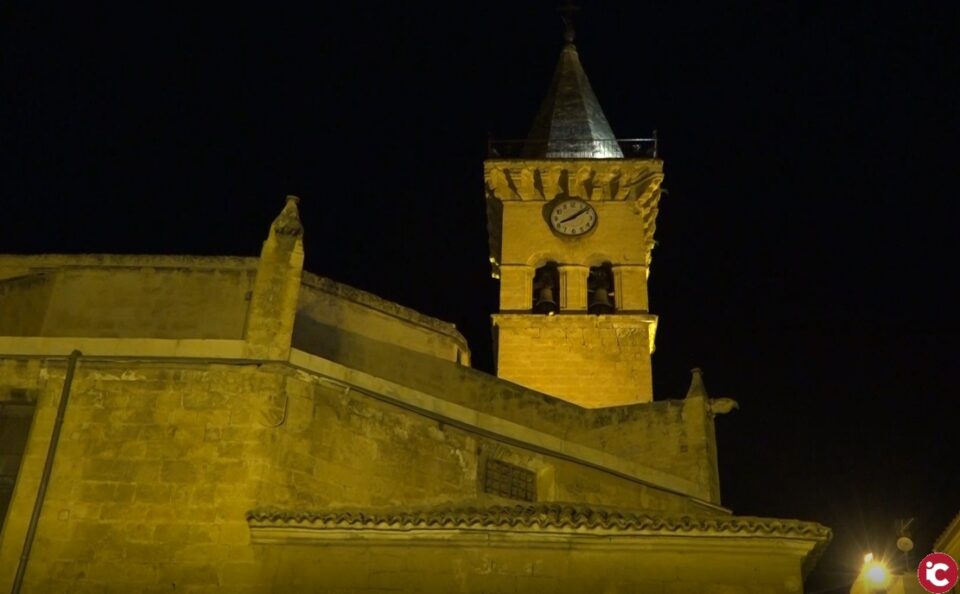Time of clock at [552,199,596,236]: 8:09
